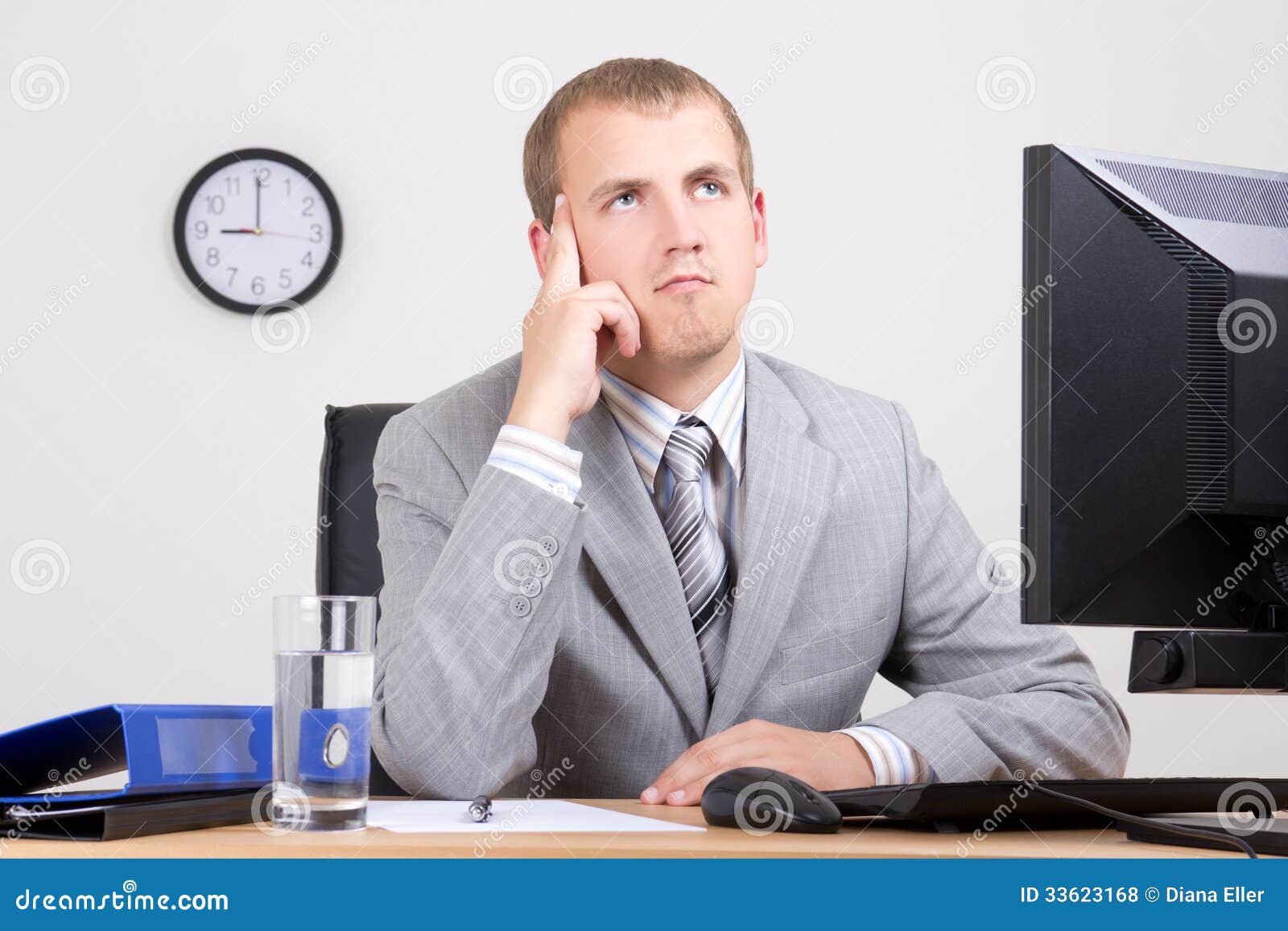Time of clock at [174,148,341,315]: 9:00
